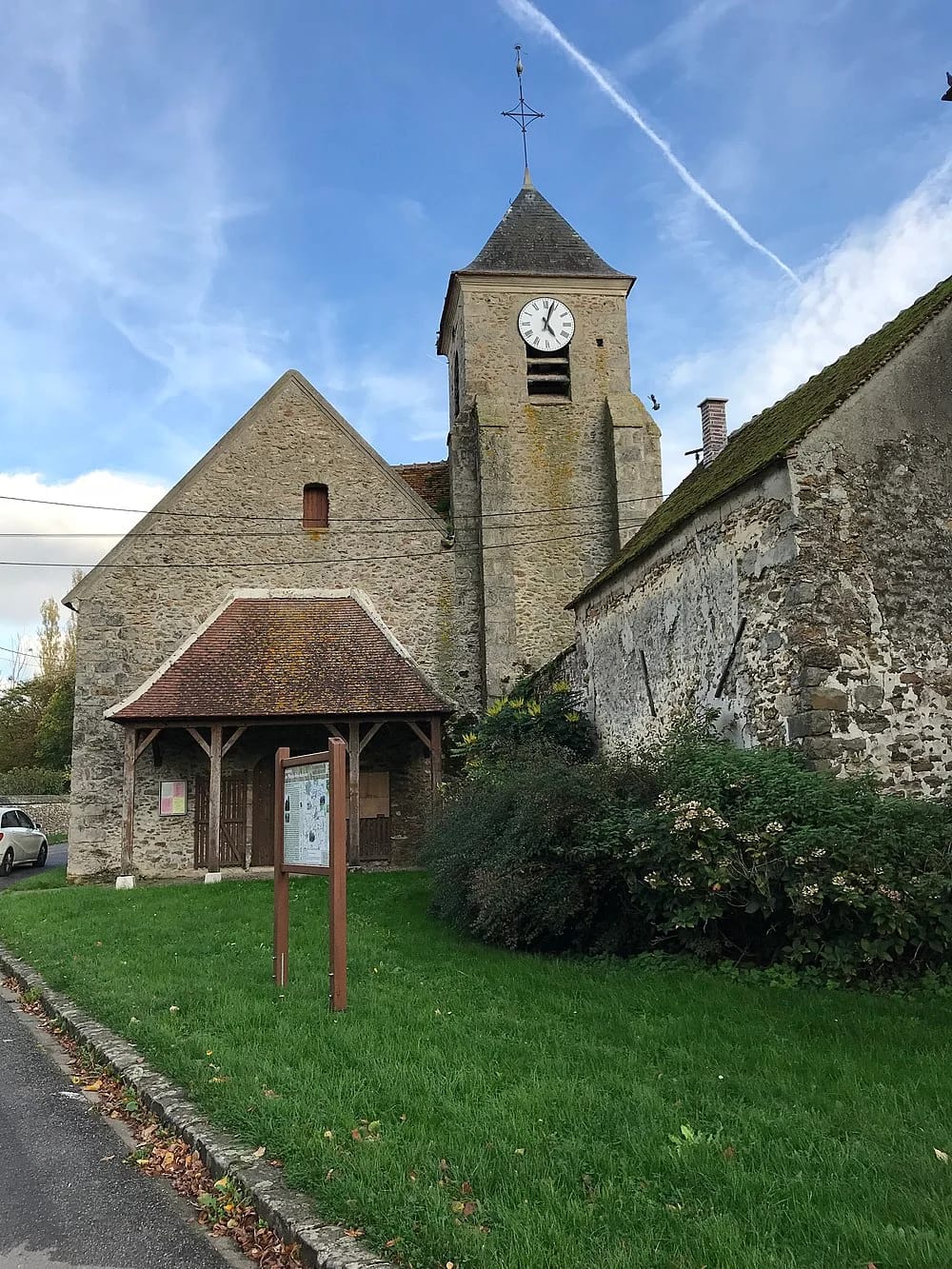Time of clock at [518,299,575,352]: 5:02
